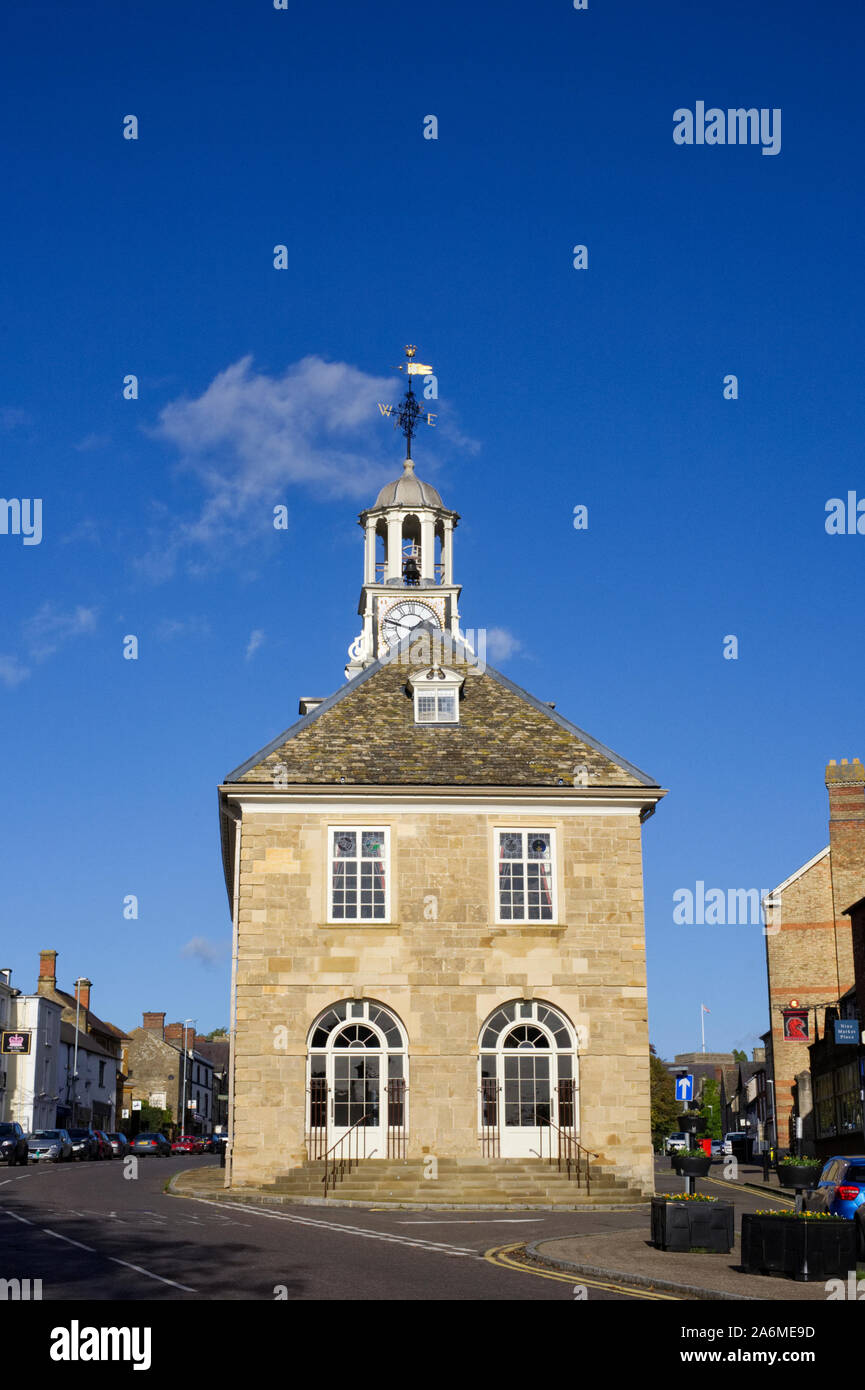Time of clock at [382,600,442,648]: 1:47
